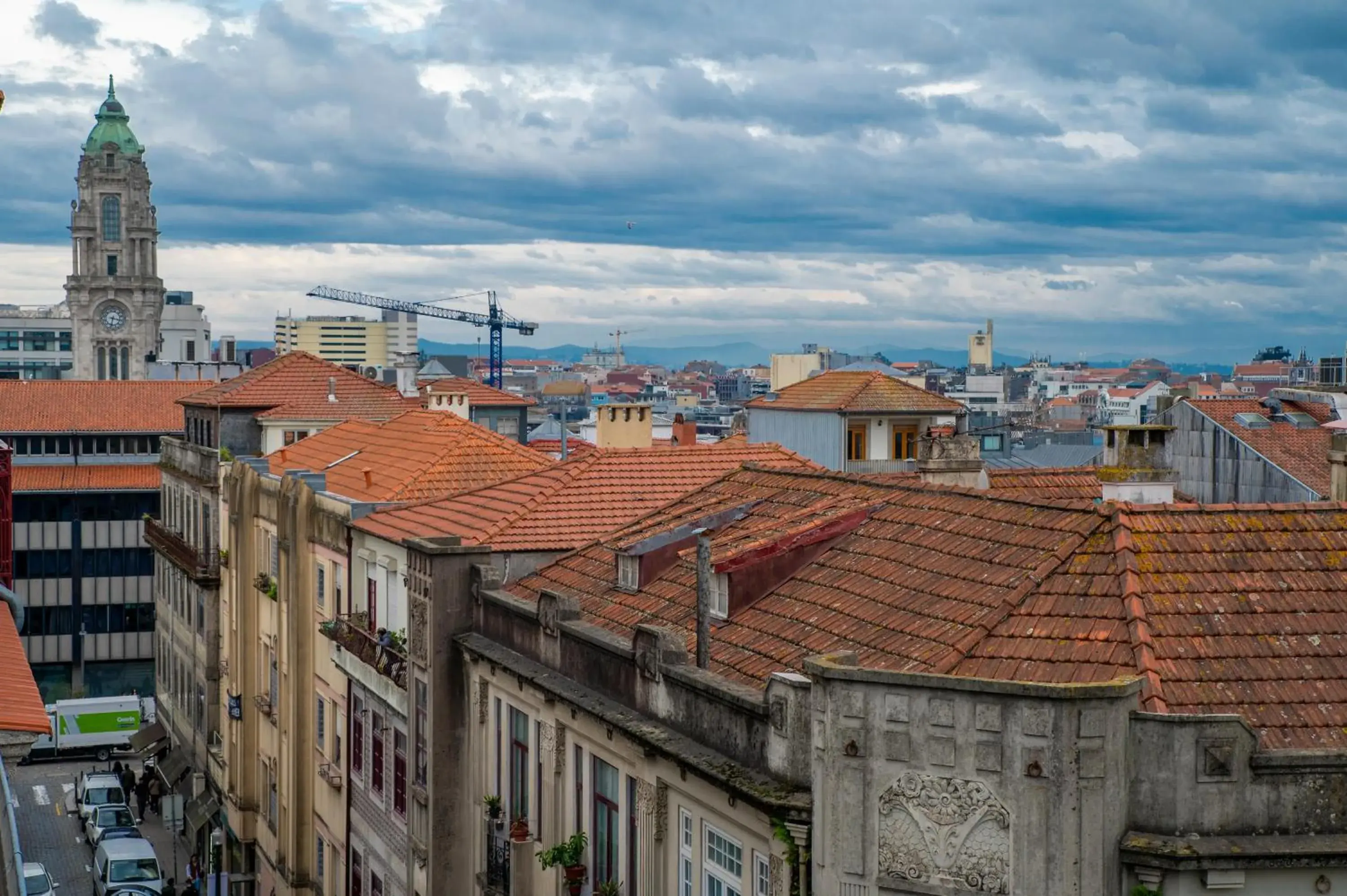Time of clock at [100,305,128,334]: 3:32
